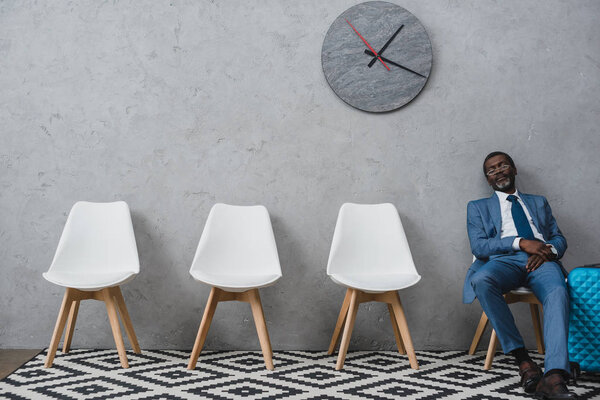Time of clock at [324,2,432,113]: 1:18
